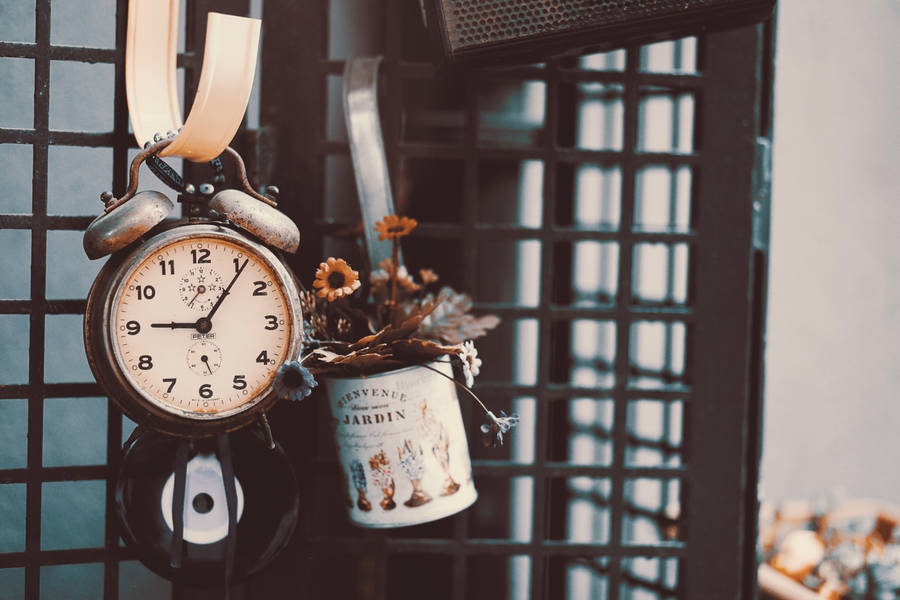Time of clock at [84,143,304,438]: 9:06
